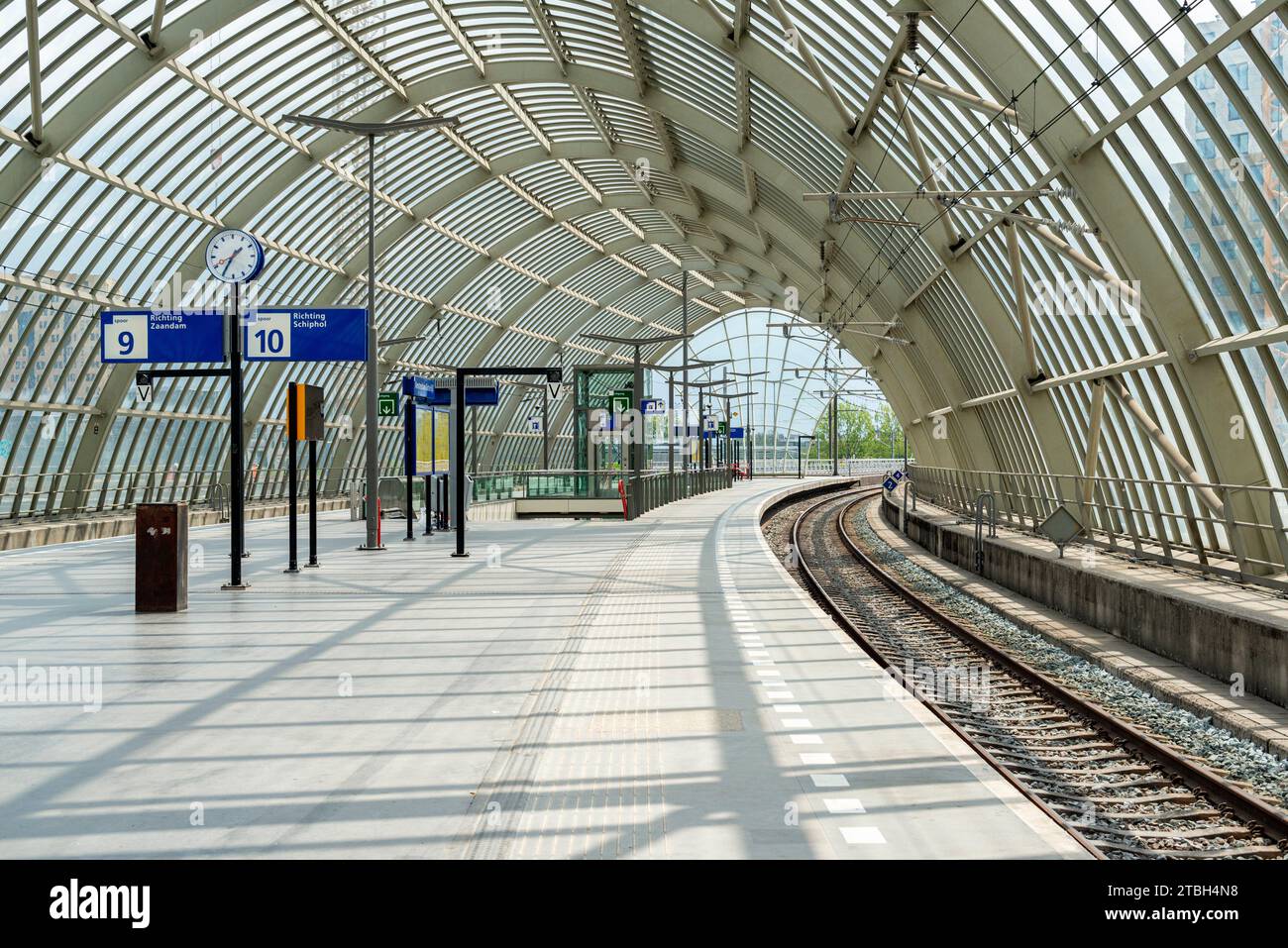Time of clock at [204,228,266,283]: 1:35
